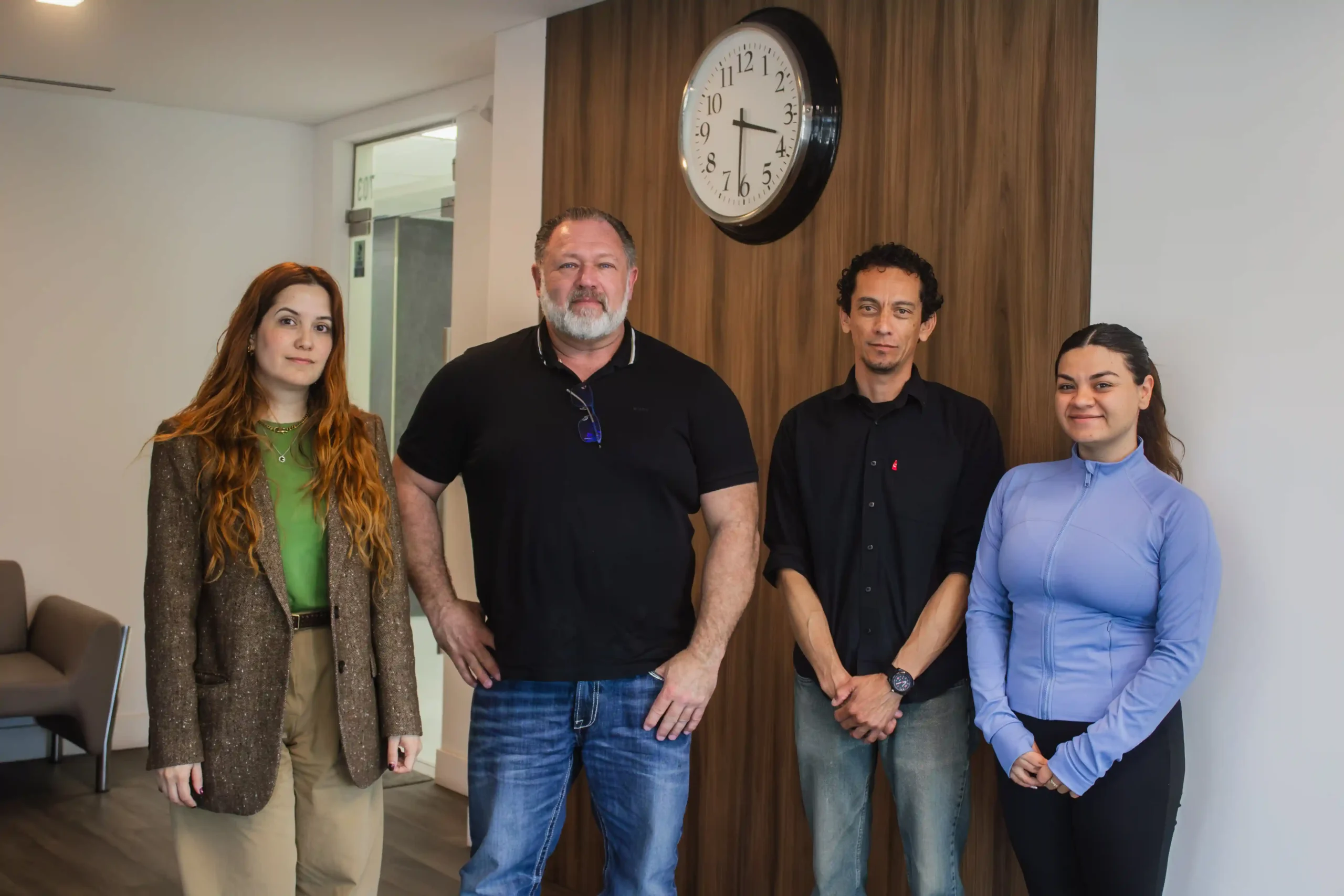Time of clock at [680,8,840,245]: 3:31
